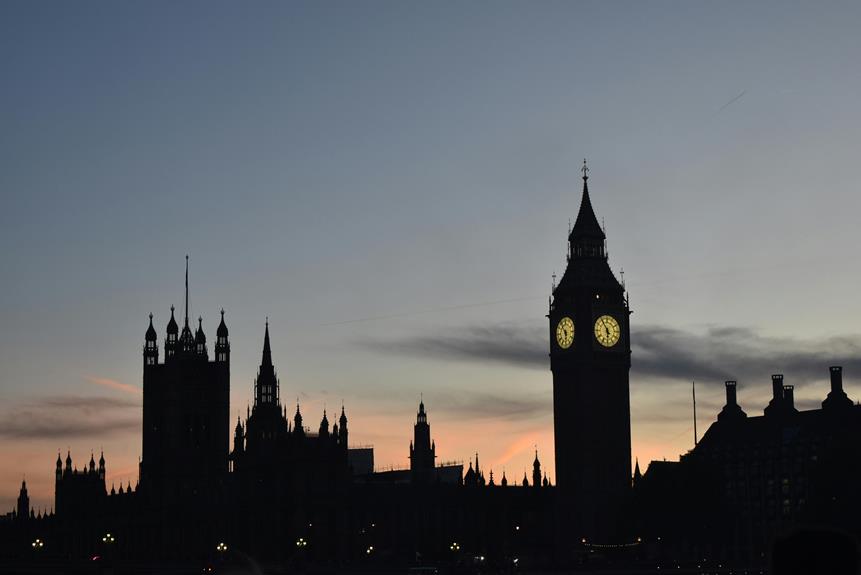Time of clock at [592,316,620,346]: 5:54
